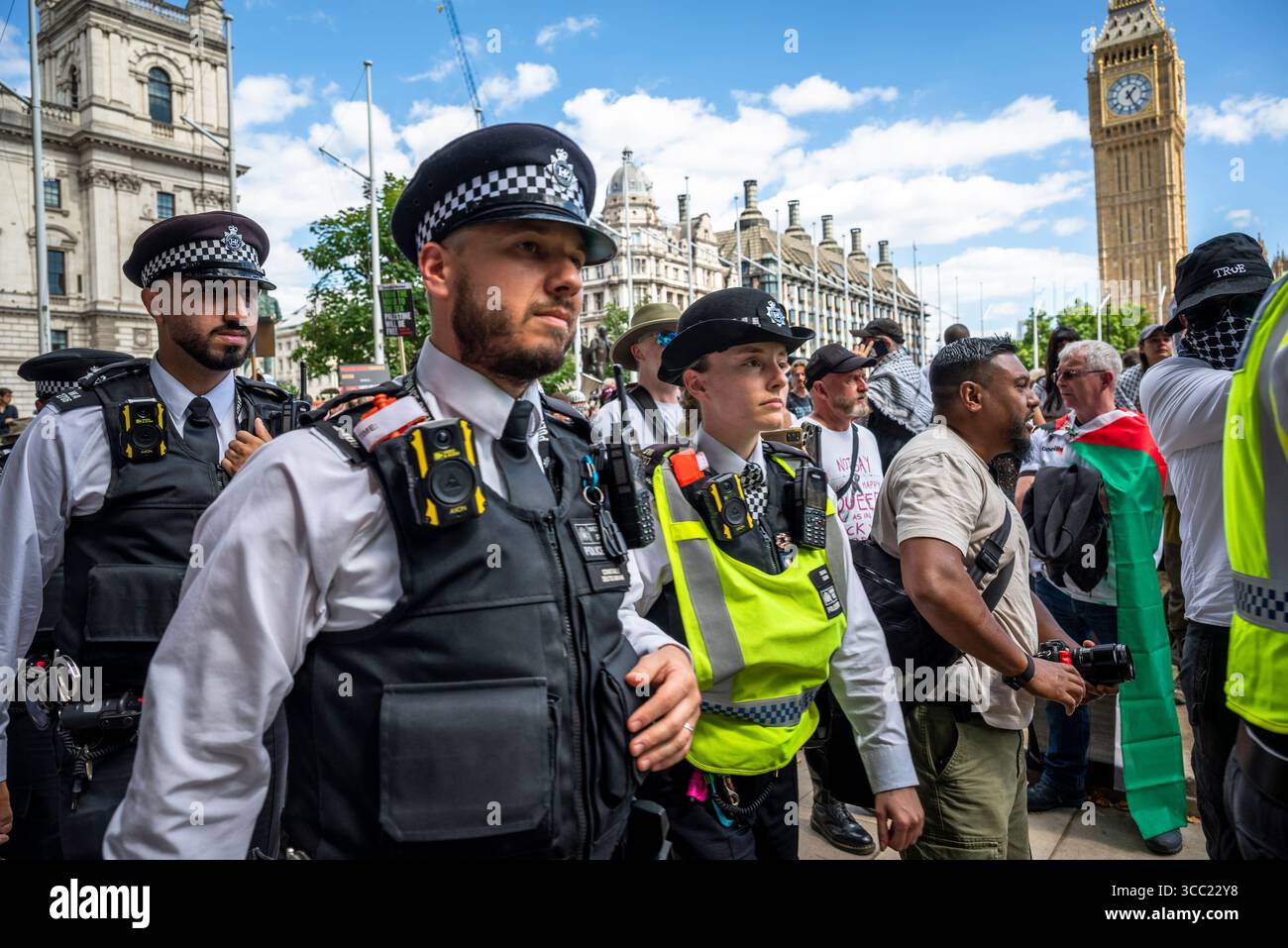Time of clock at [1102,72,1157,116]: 1:26
